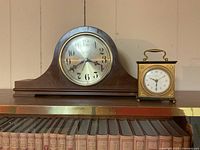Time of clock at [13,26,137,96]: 3:40
